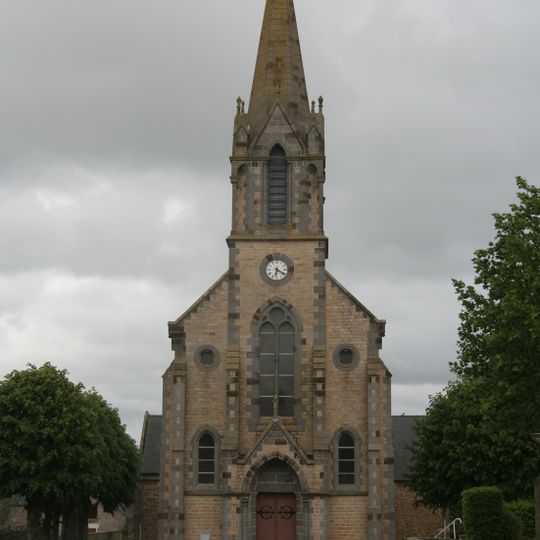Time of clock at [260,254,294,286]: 6:20
